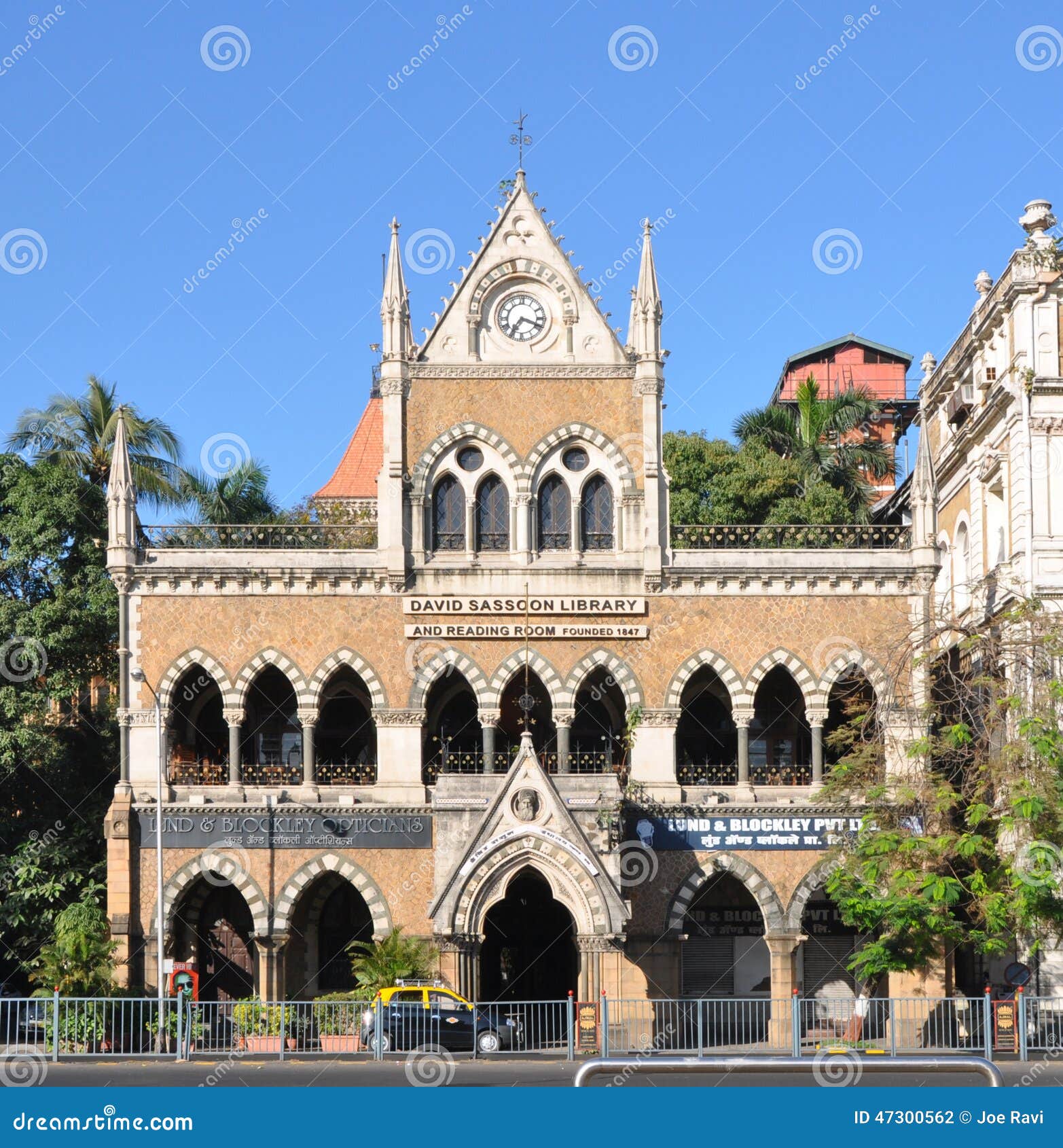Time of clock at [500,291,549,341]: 7:18
